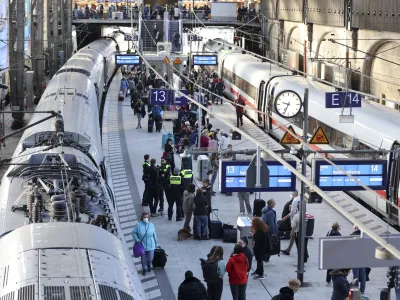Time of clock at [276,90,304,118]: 9:34
